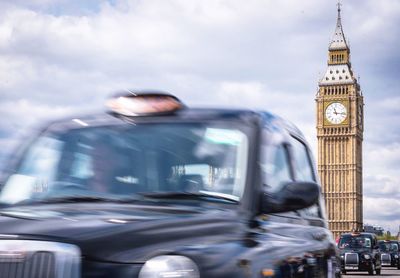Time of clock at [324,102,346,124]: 11:16
